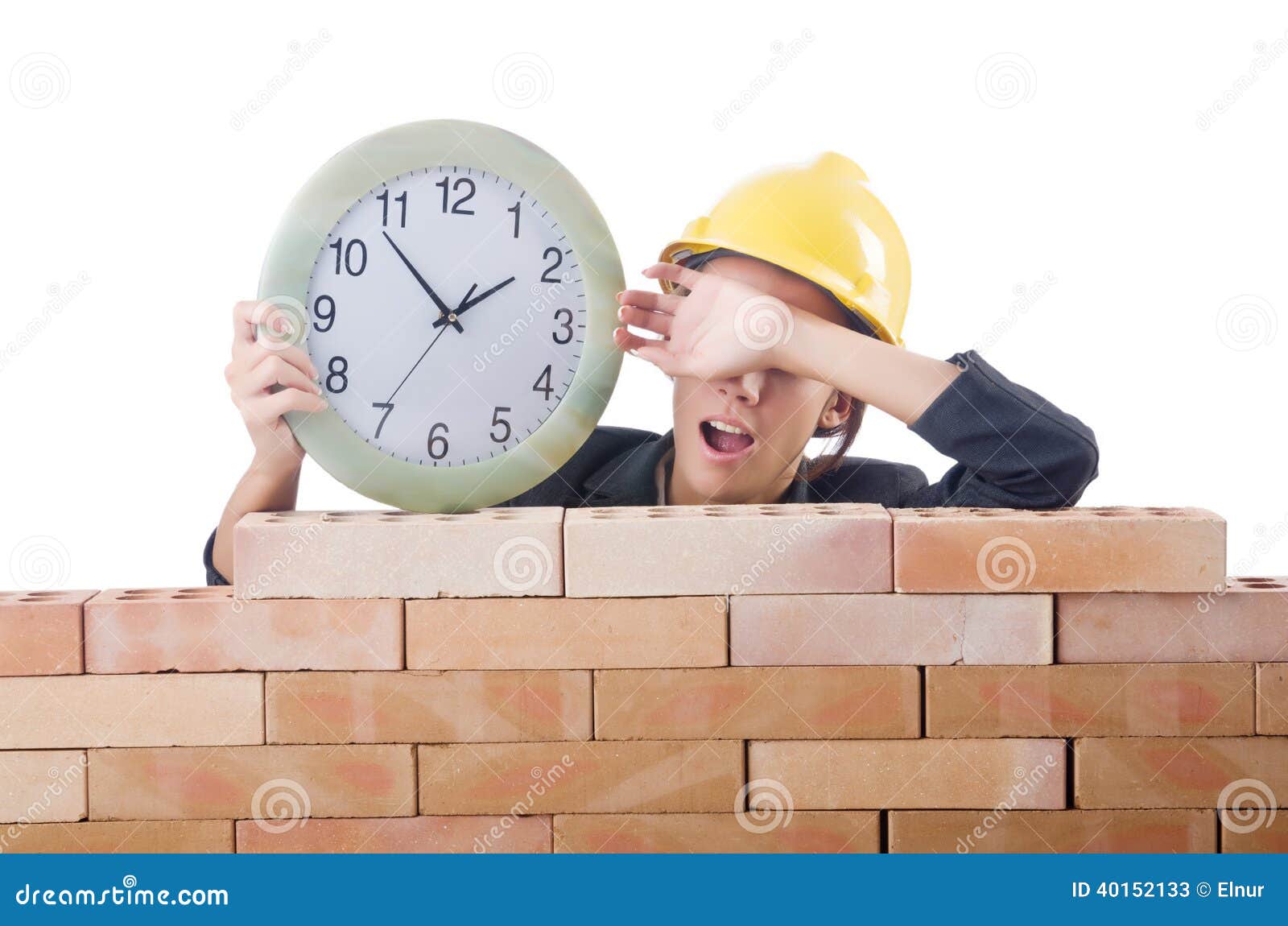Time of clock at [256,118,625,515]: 1:53
